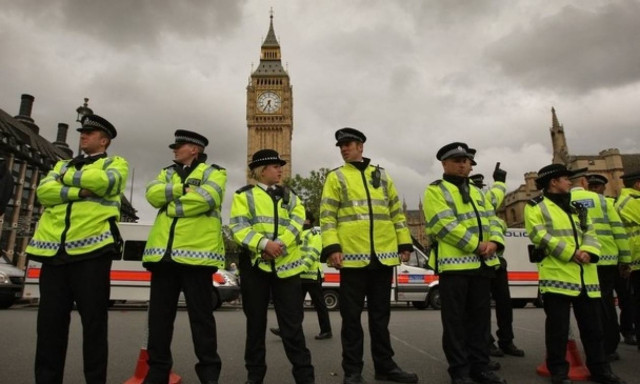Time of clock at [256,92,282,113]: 5:35
